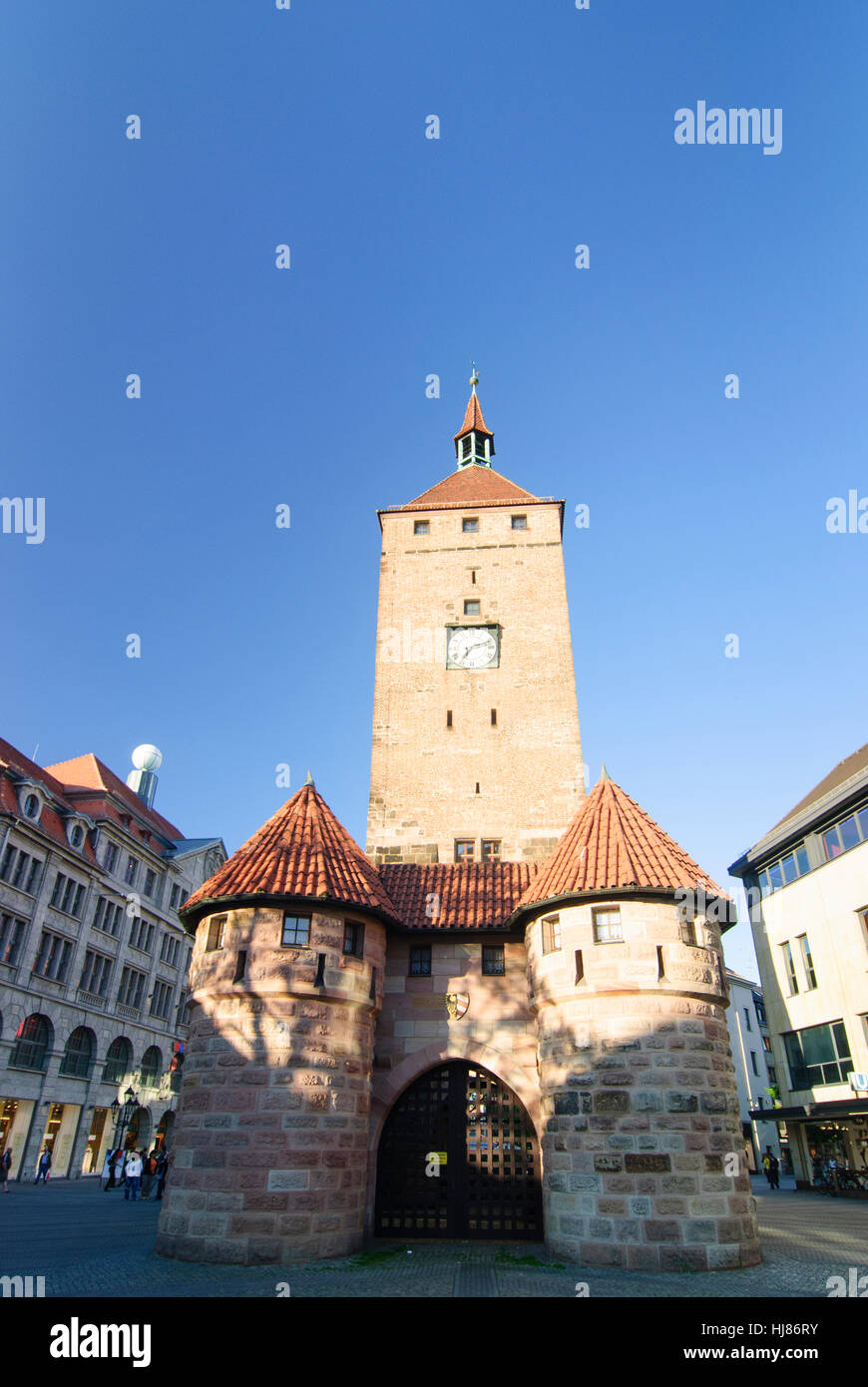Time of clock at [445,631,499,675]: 7:12
